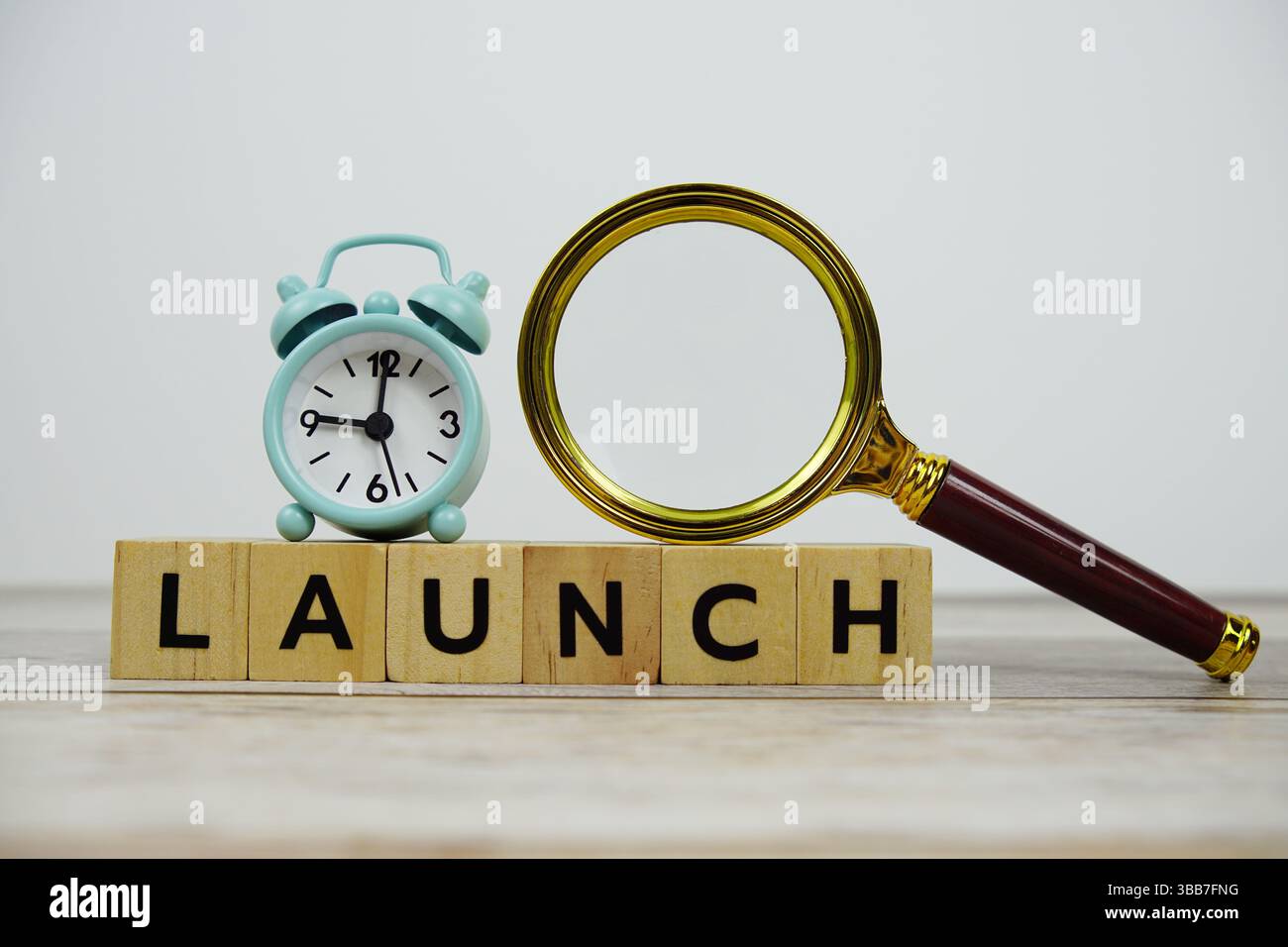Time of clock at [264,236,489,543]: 9:01
